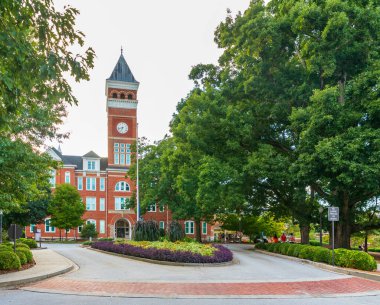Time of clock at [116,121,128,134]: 6:42
